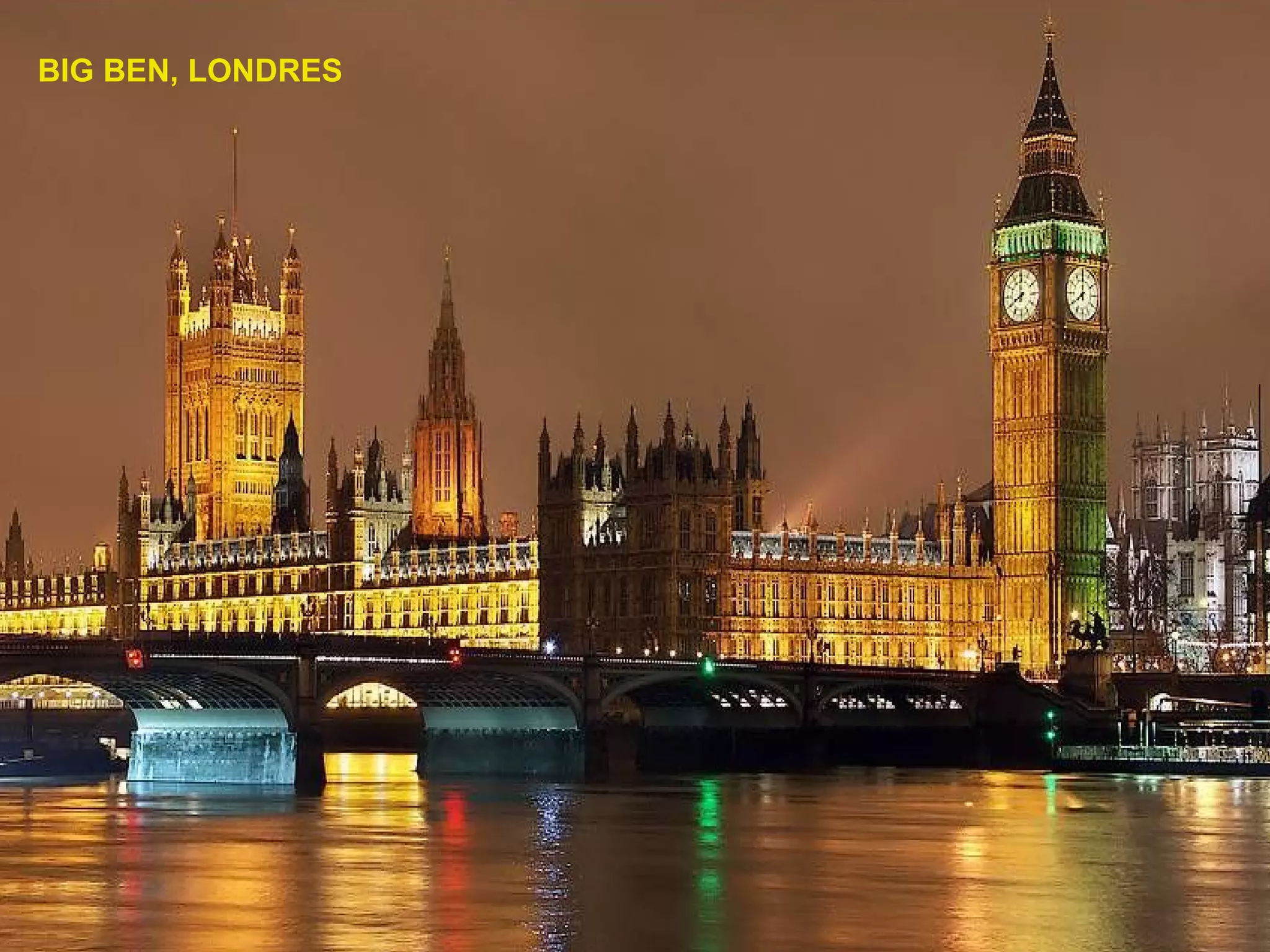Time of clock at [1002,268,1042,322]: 7:59
